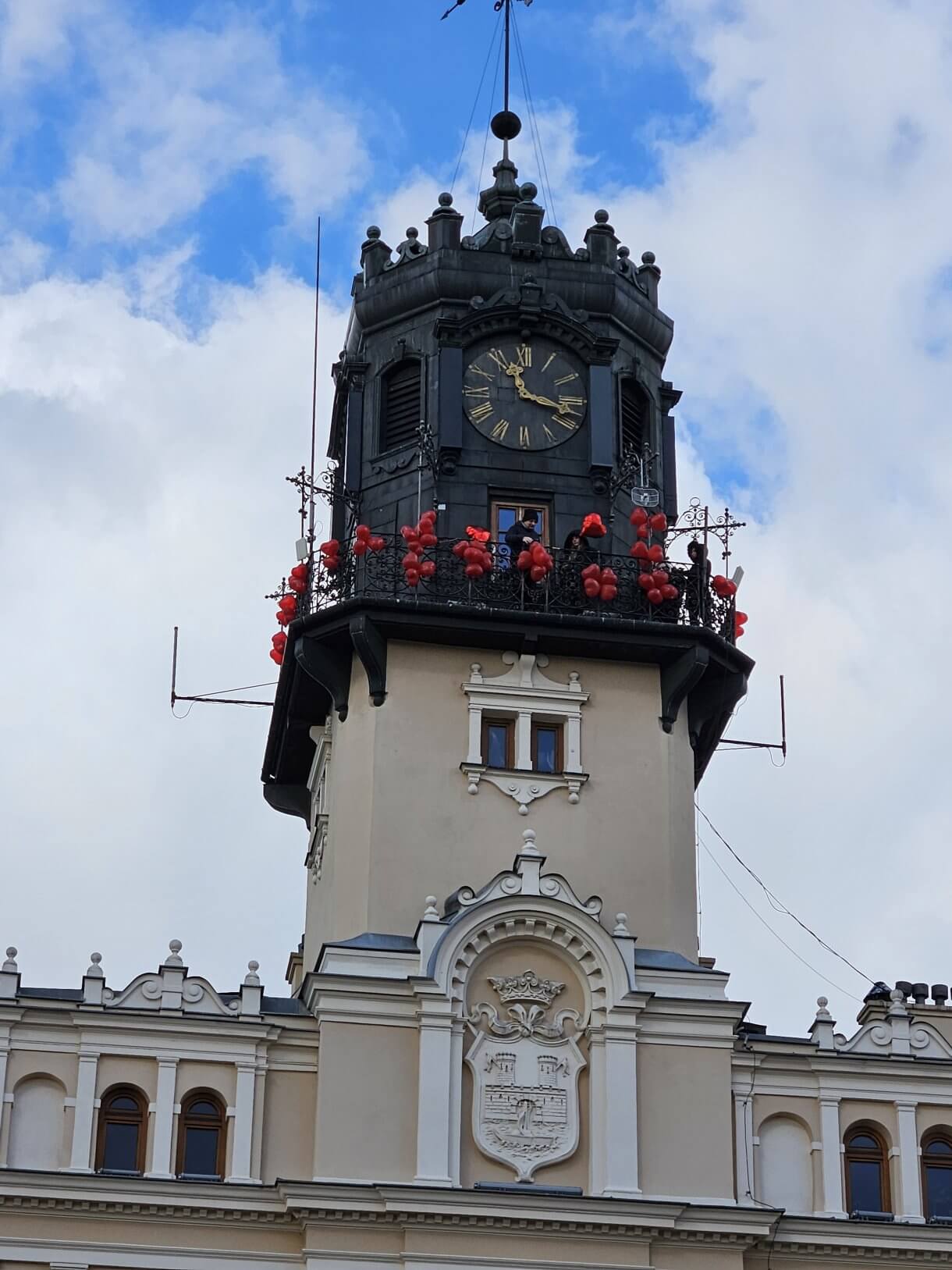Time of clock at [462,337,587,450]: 11:17
